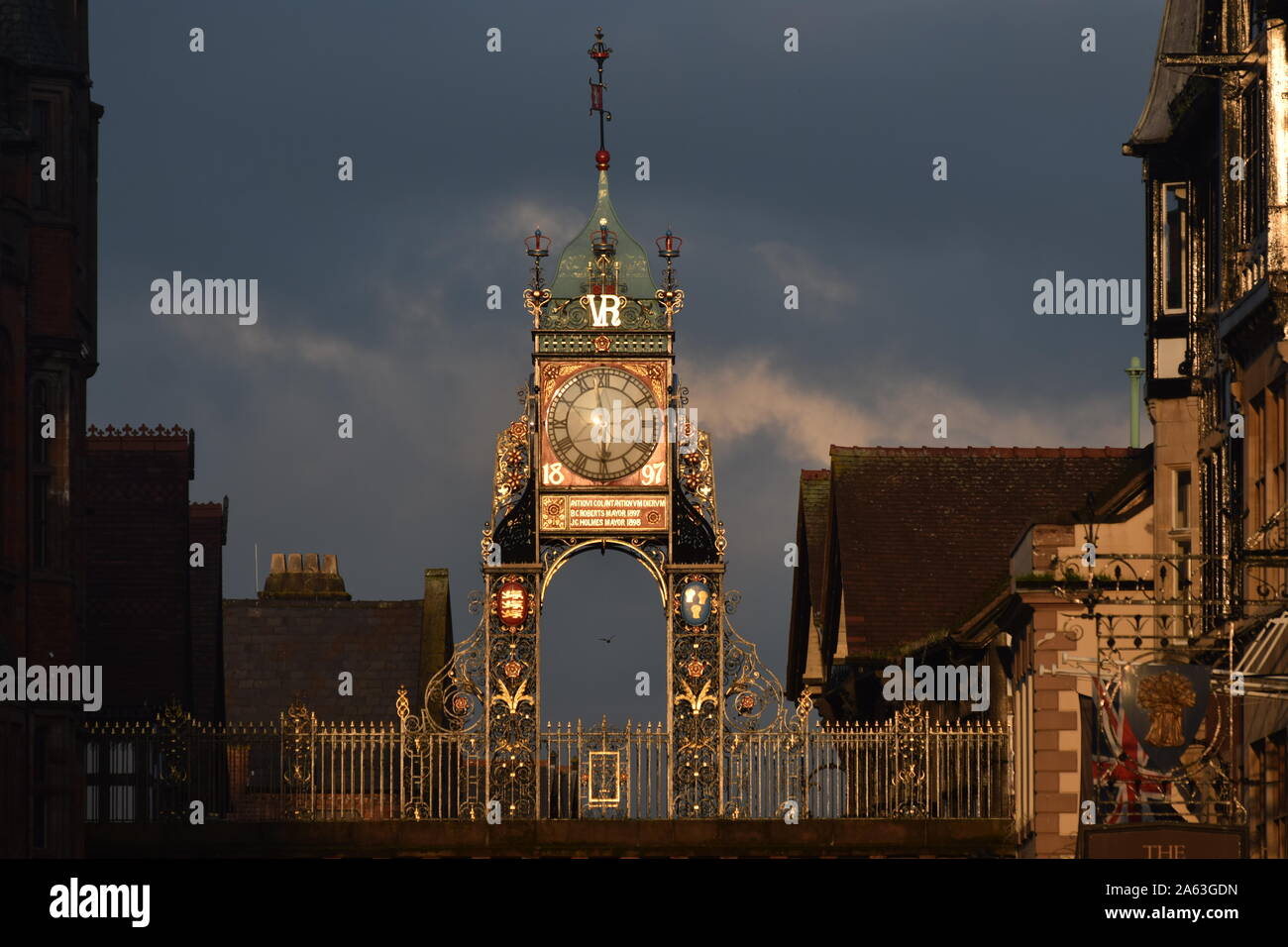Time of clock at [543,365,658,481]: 5:58
